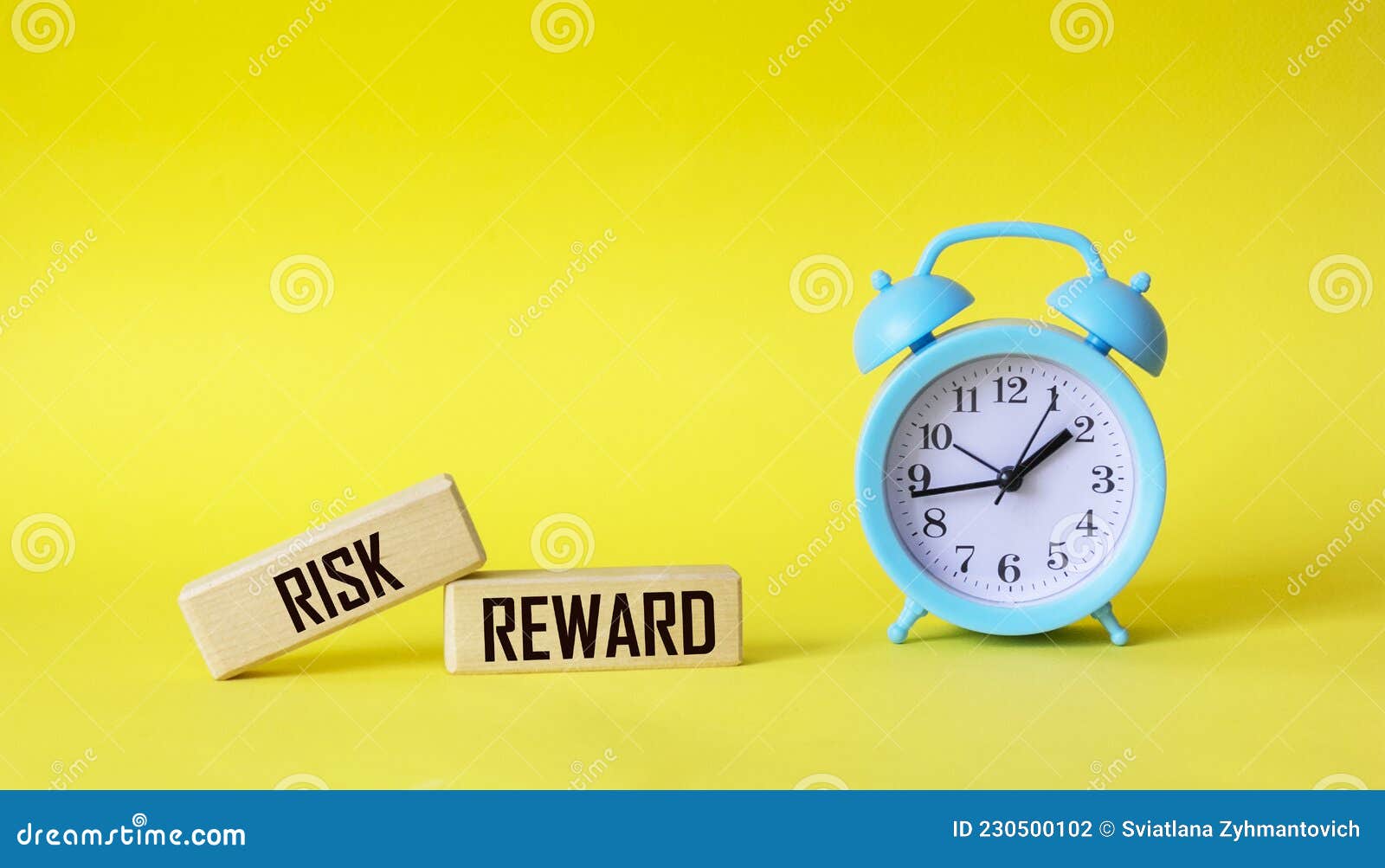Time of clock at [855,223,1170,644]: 1:43
